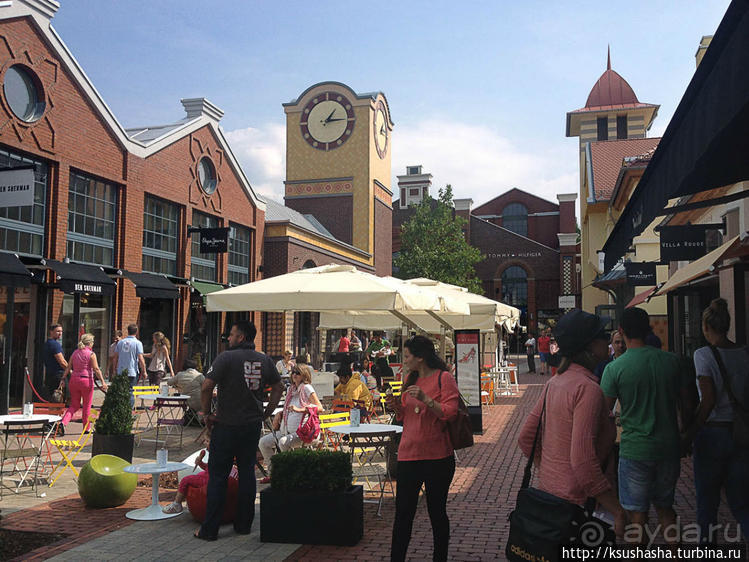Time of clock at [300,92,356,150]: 1:14
